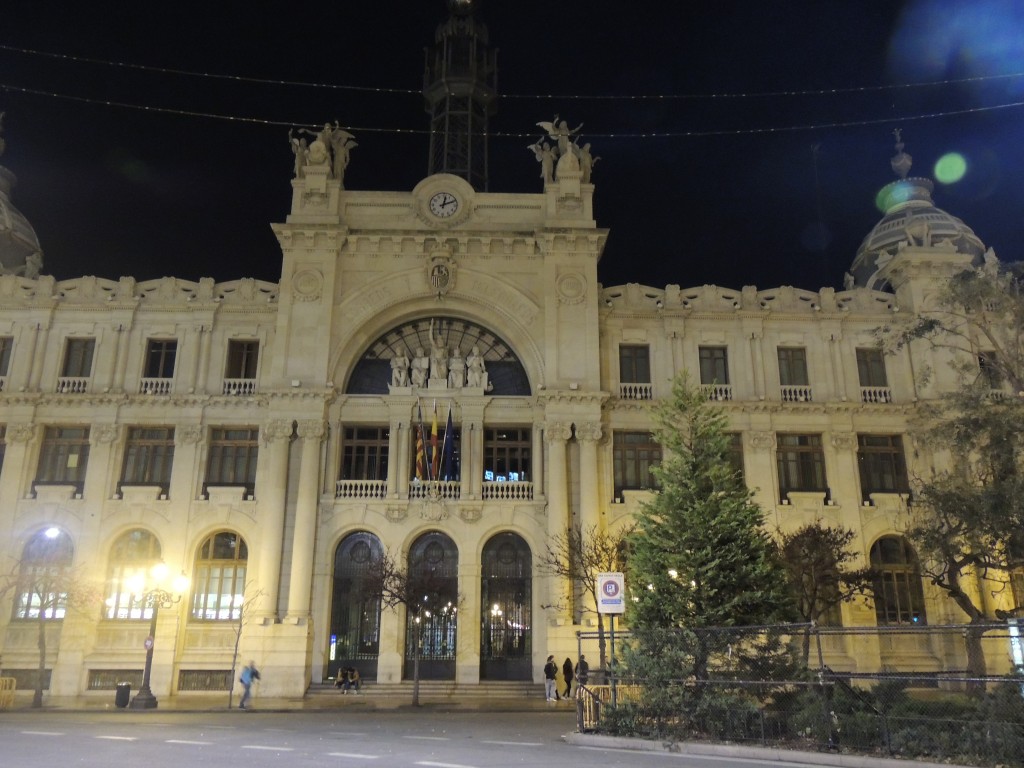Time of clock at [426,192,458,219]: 12:11
